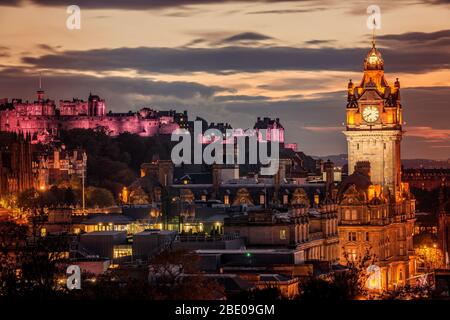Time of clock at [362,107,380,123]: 7:40
